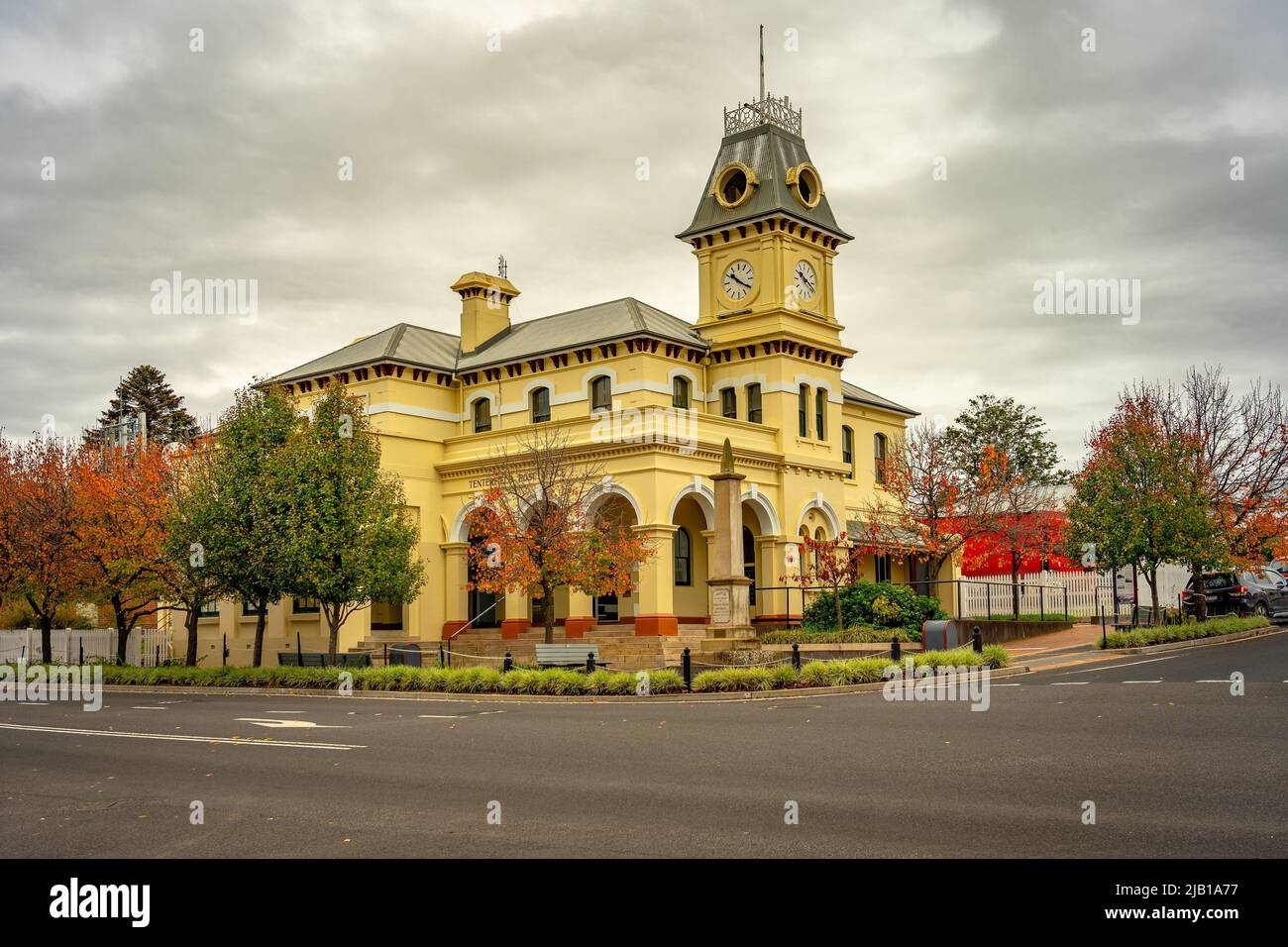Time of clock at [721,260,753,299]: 10:20
